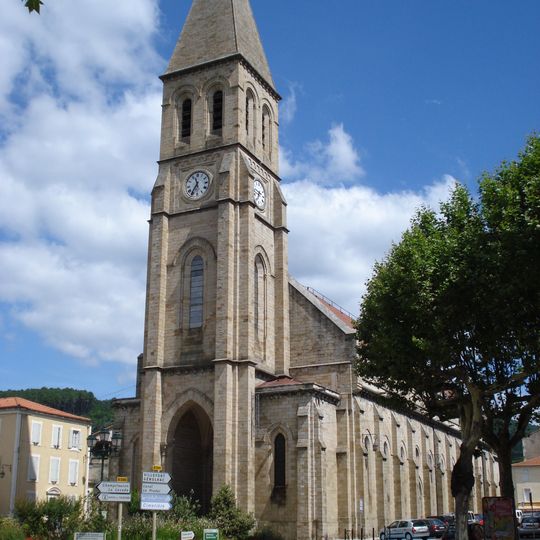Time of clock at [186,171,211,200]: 11:35
